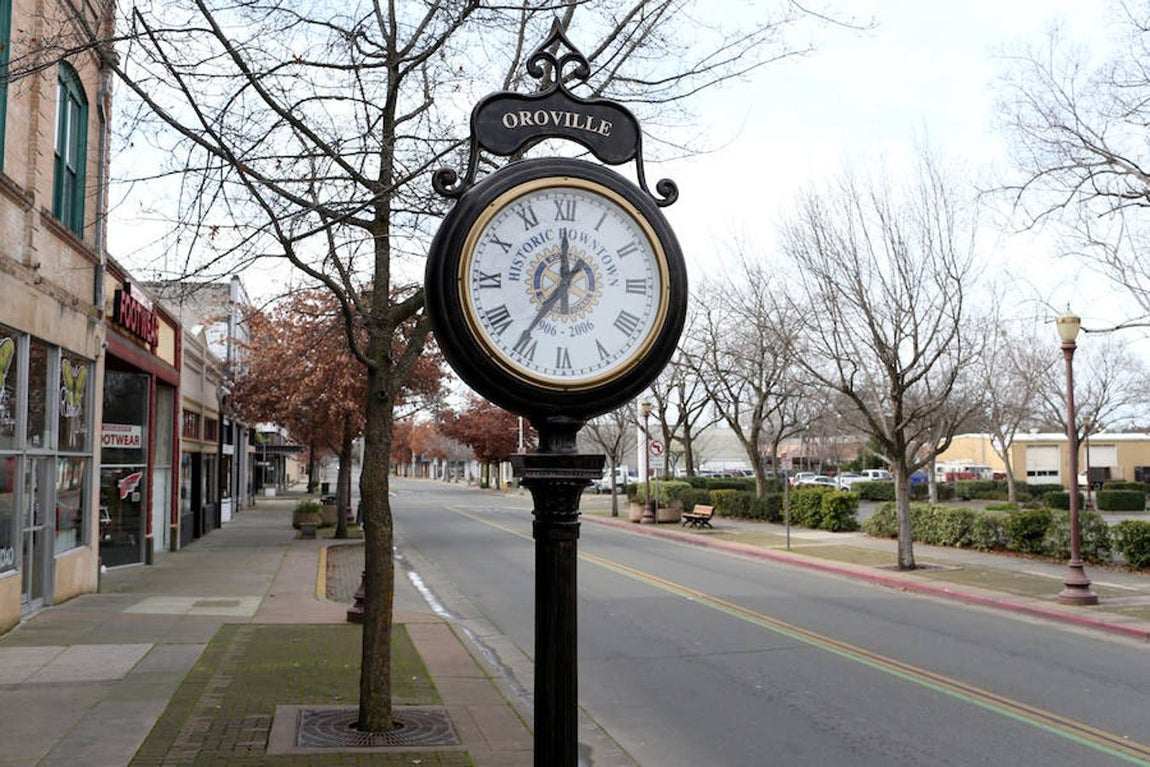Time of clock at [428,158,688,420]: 11:35
